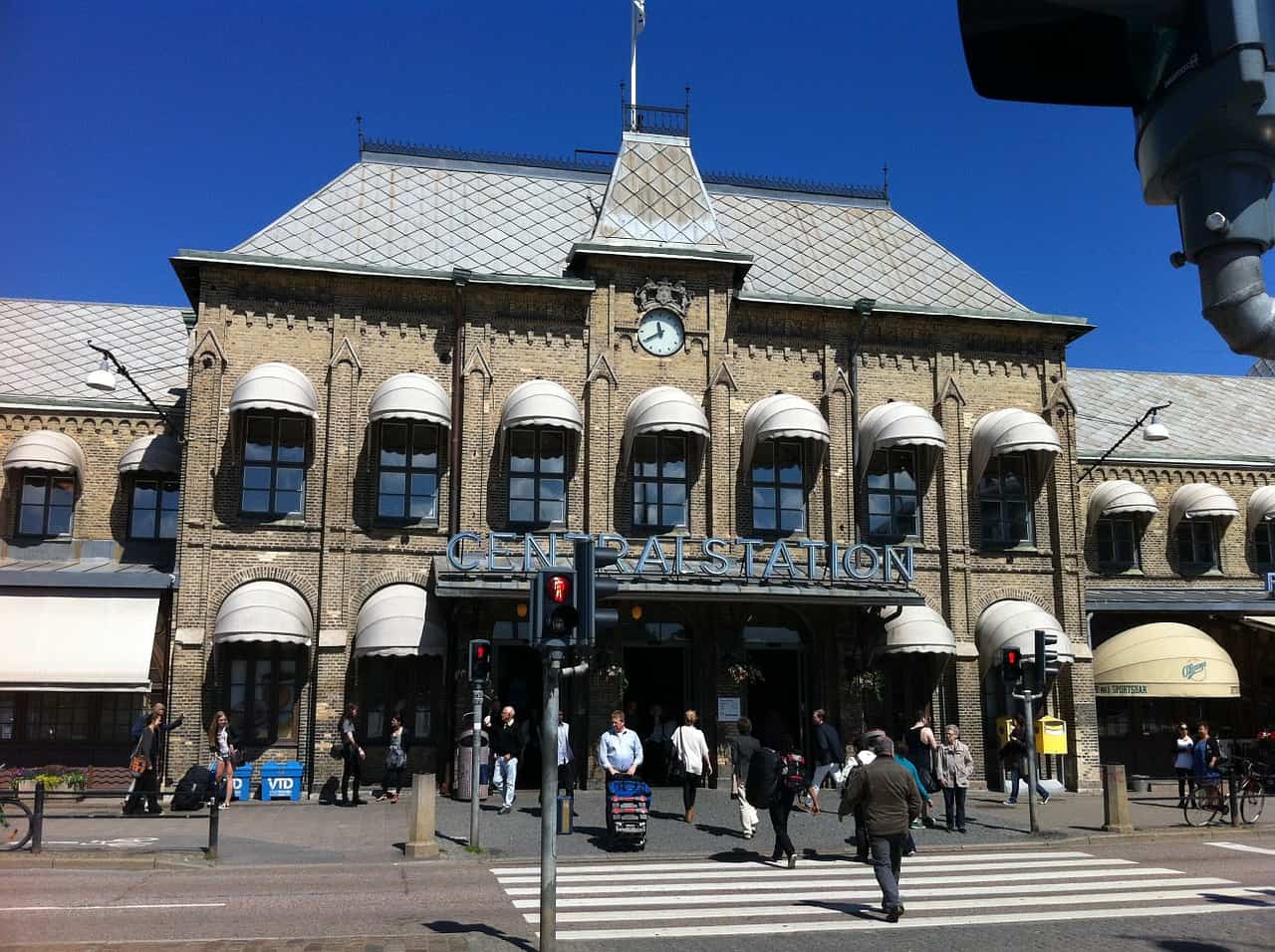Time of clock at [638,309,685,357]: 11:40
